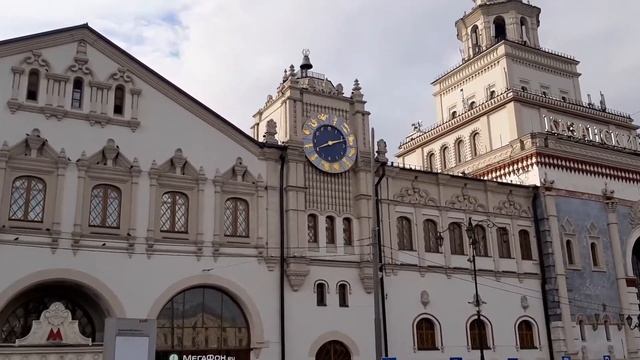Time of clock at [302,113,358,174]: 8:12
